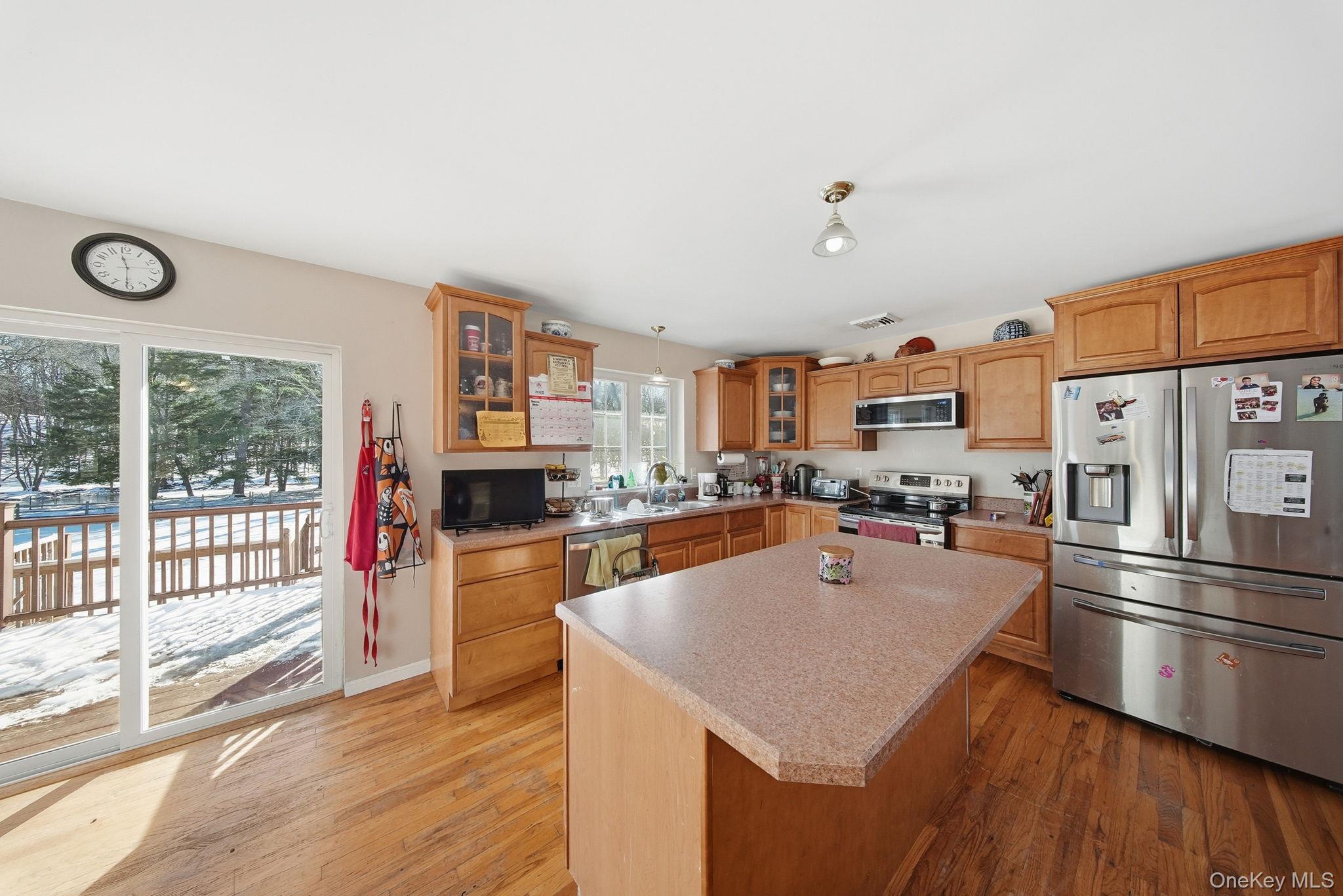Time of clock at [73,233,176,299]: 11:30
